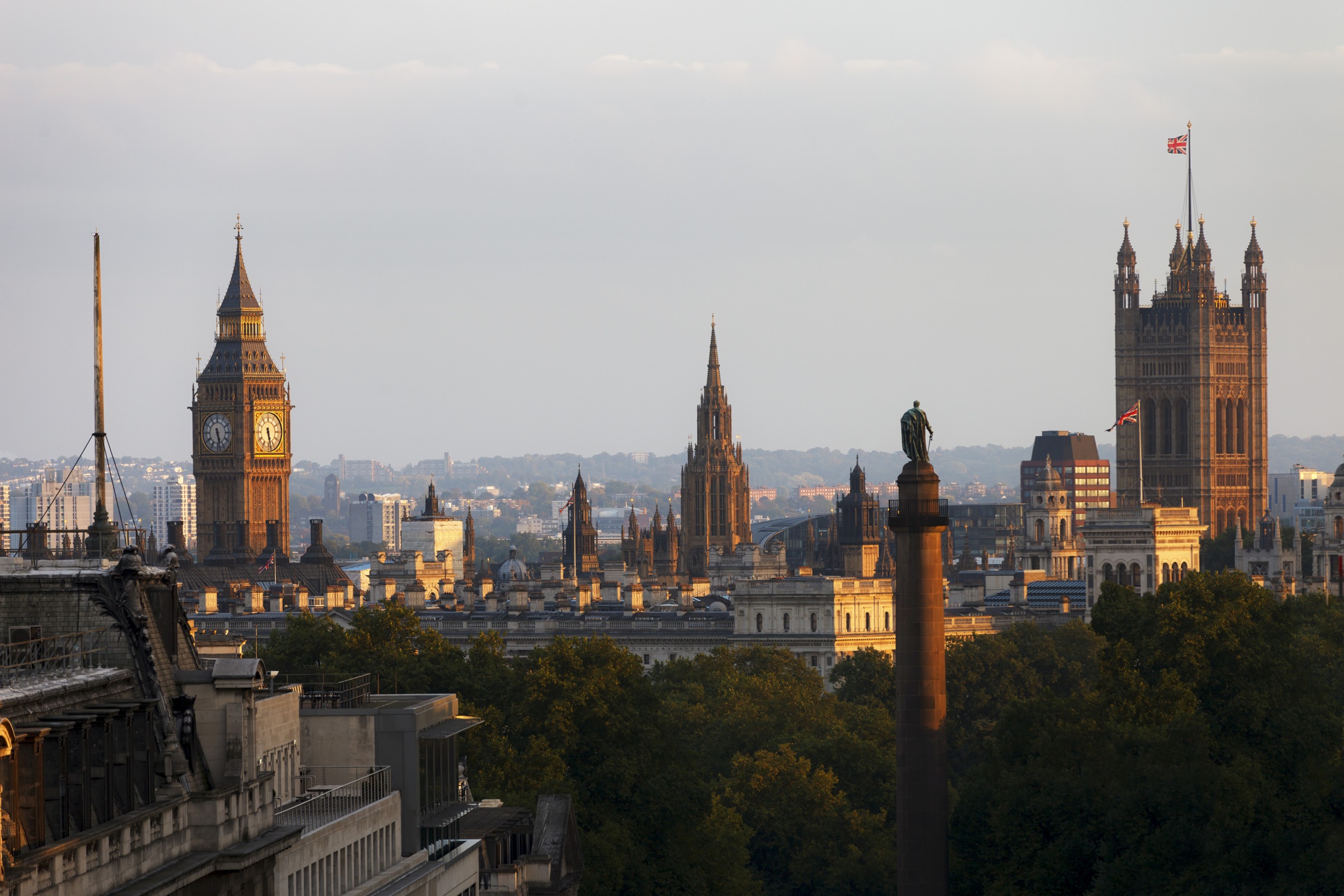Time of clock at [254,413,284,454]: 5:28
